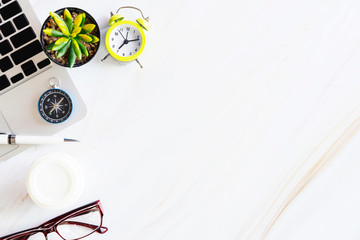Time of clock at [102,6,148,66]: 7:12
